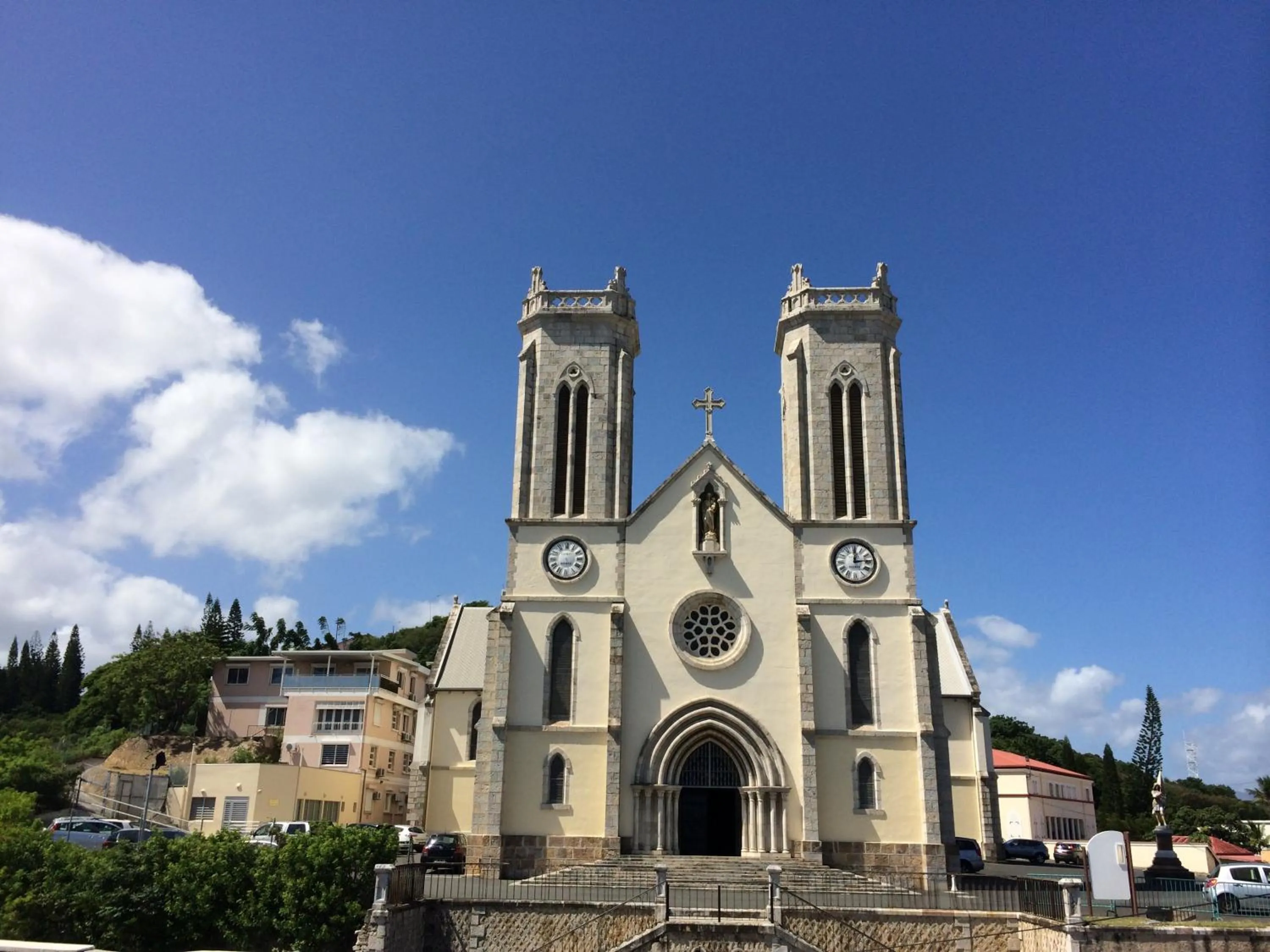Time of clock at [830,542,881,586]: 12:13
